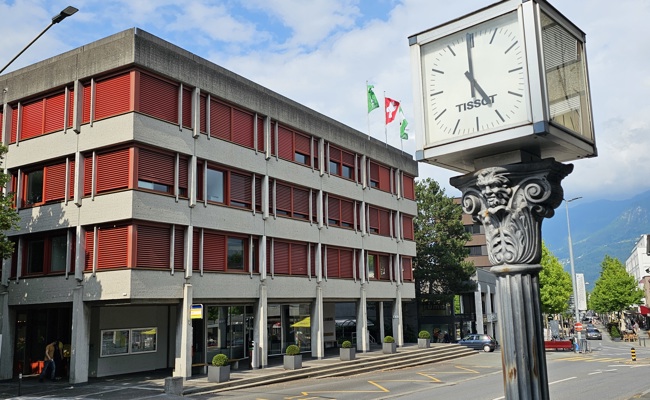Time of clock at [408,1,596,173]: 4:59
